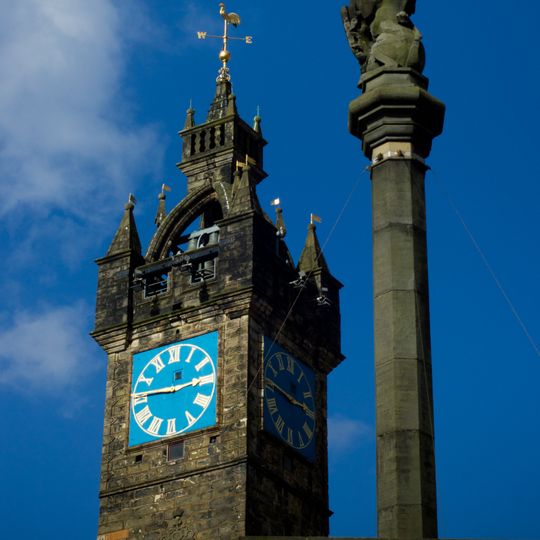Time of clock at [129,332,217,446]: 9:13
